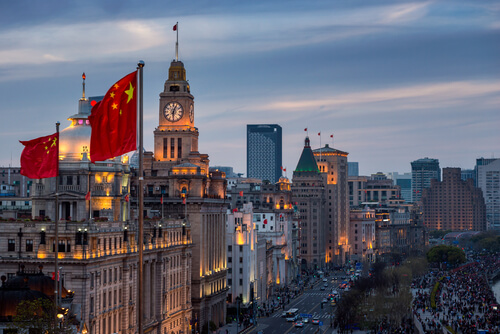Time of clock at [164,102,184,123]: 6:03
